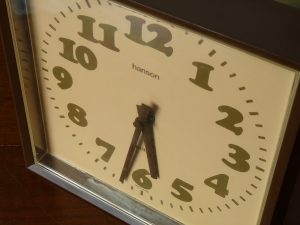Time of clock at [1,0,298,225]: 5:32
